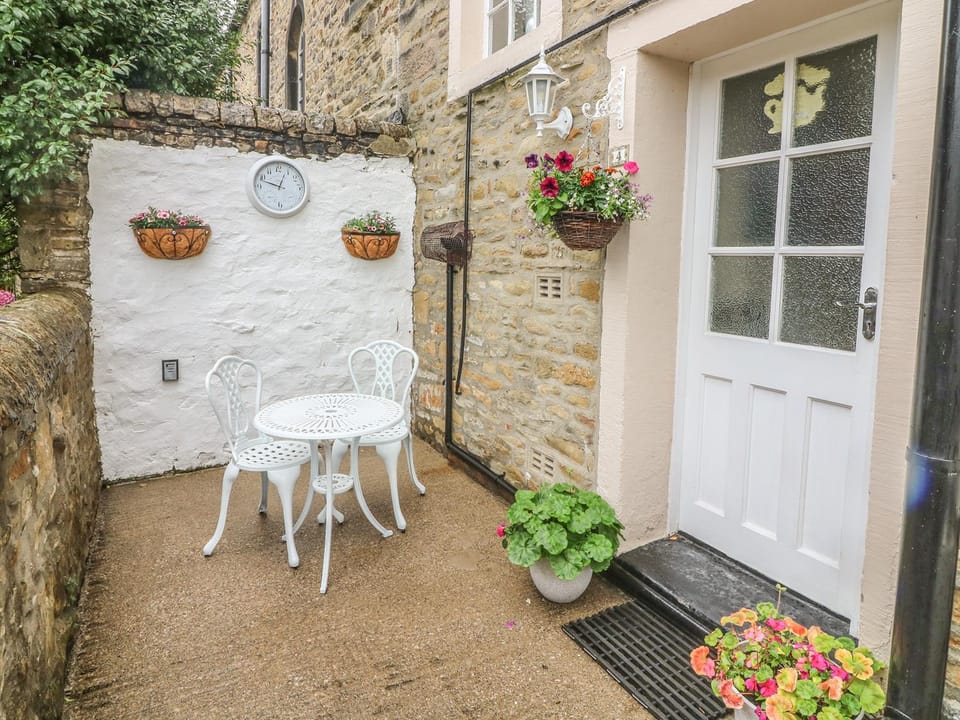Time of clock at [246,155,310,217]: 12:48
